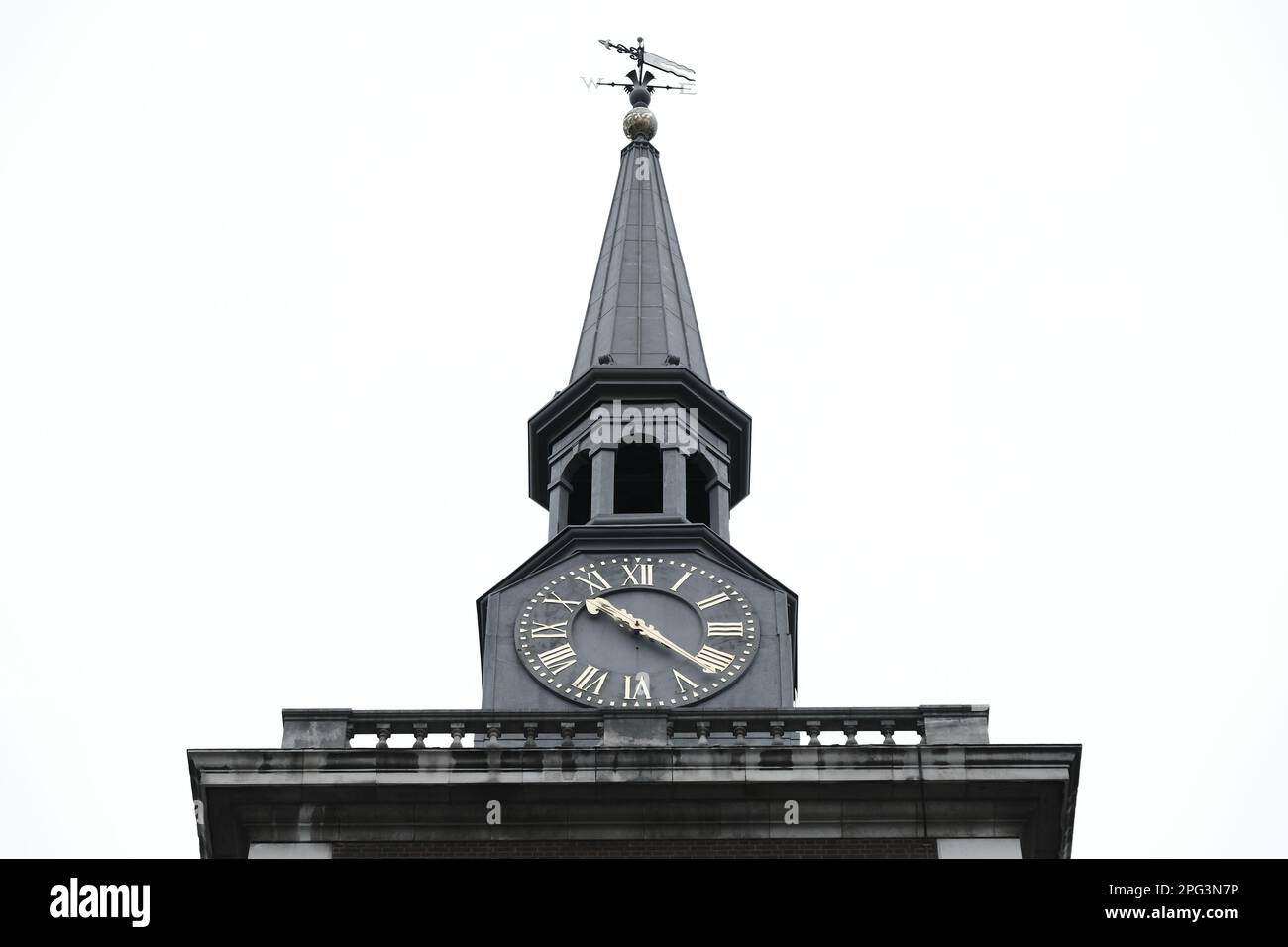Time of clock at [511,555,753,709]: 10:21
